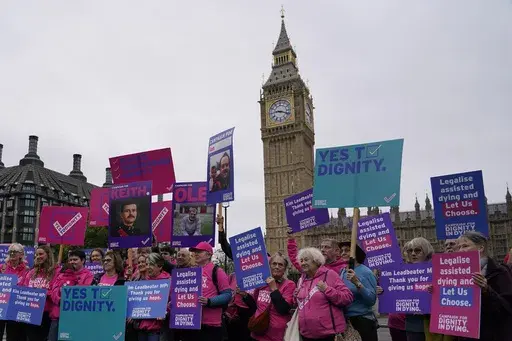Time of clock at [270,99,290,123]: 9:18
